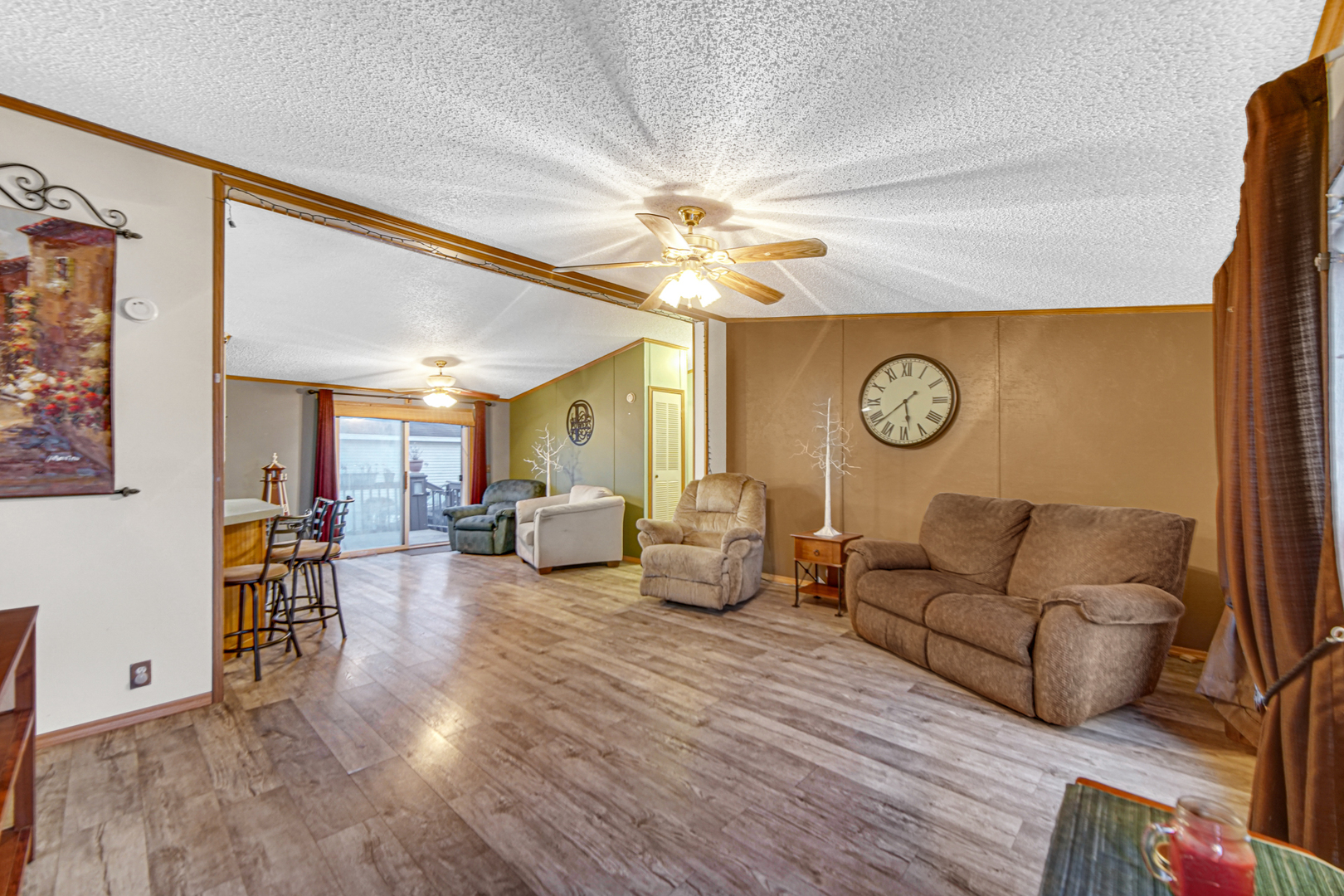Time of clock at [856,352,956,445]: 5:38
